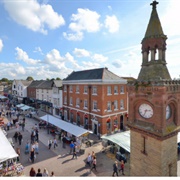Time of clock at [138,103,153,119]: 2:33
